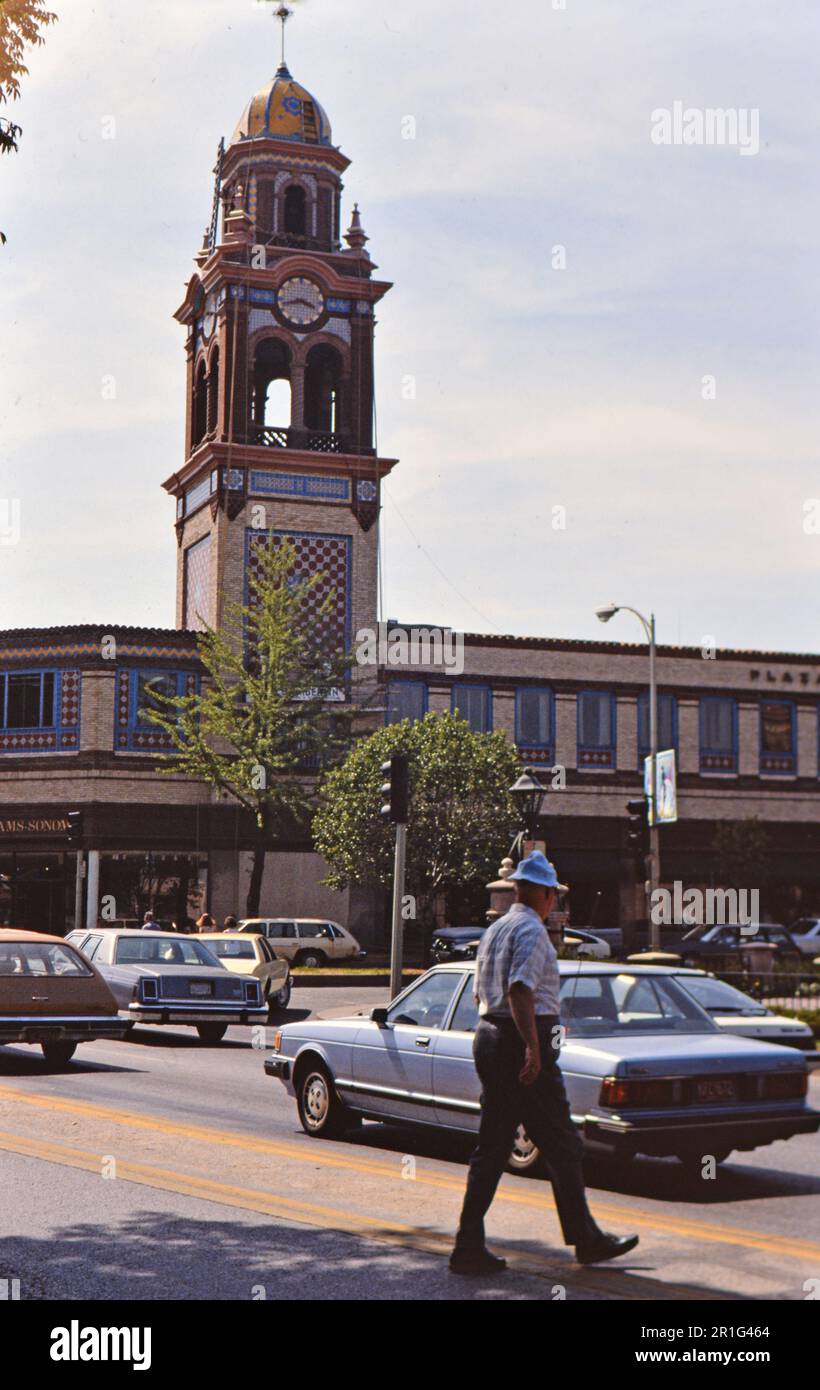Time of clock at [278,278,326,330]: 3:42
